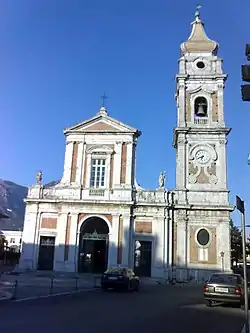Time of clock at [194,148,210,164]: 6:41
